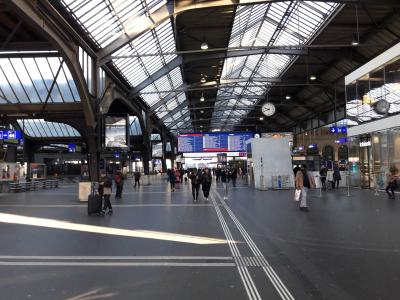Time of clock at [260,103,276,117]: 9:41
